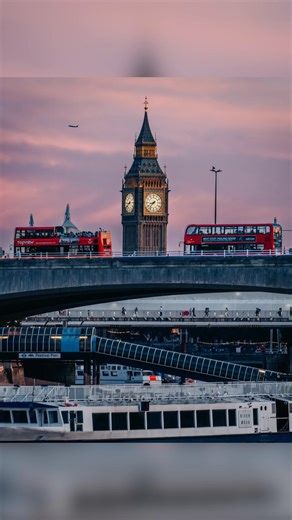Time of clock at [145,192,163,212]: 8:37
